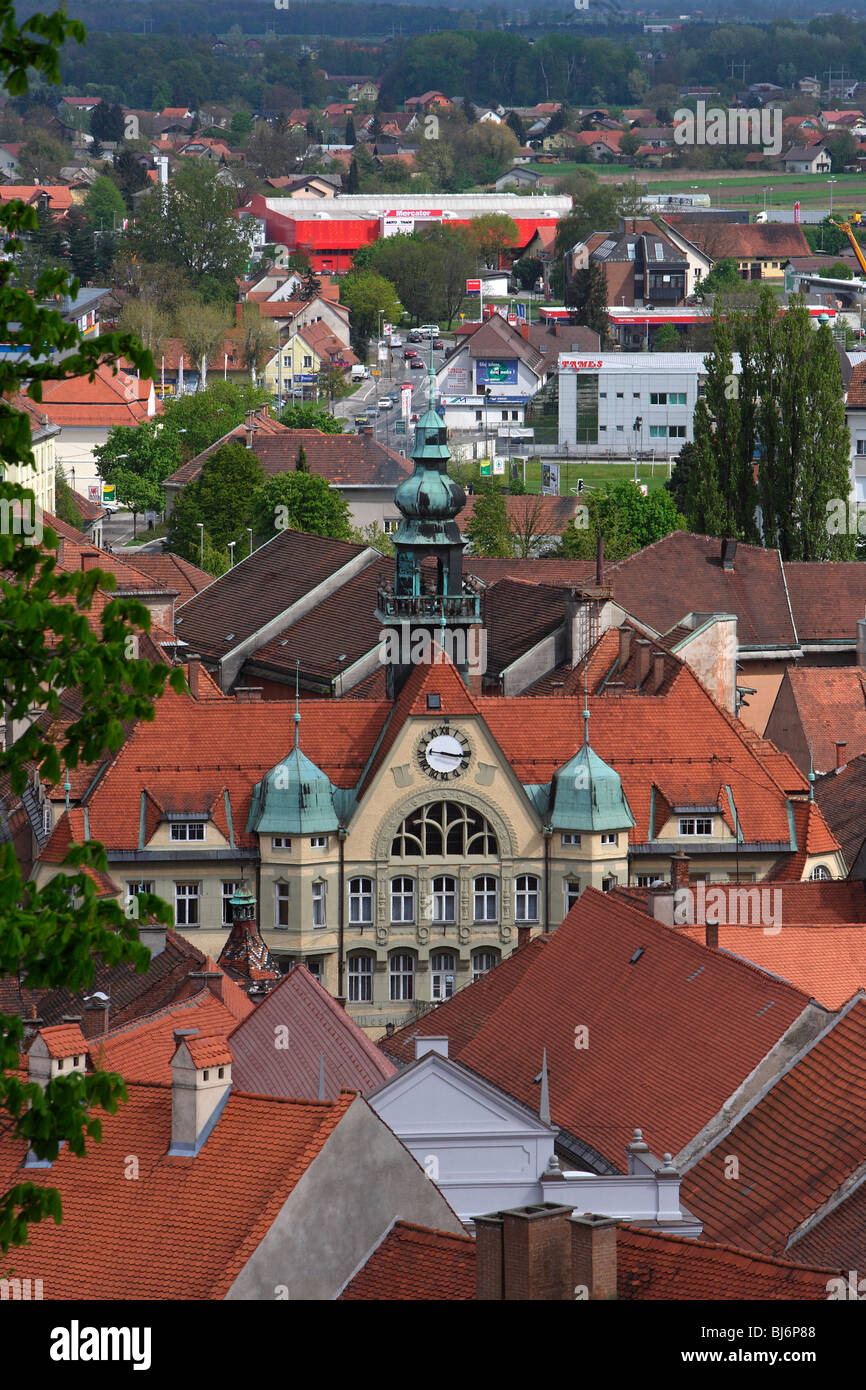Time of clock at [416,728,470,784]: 9:16
